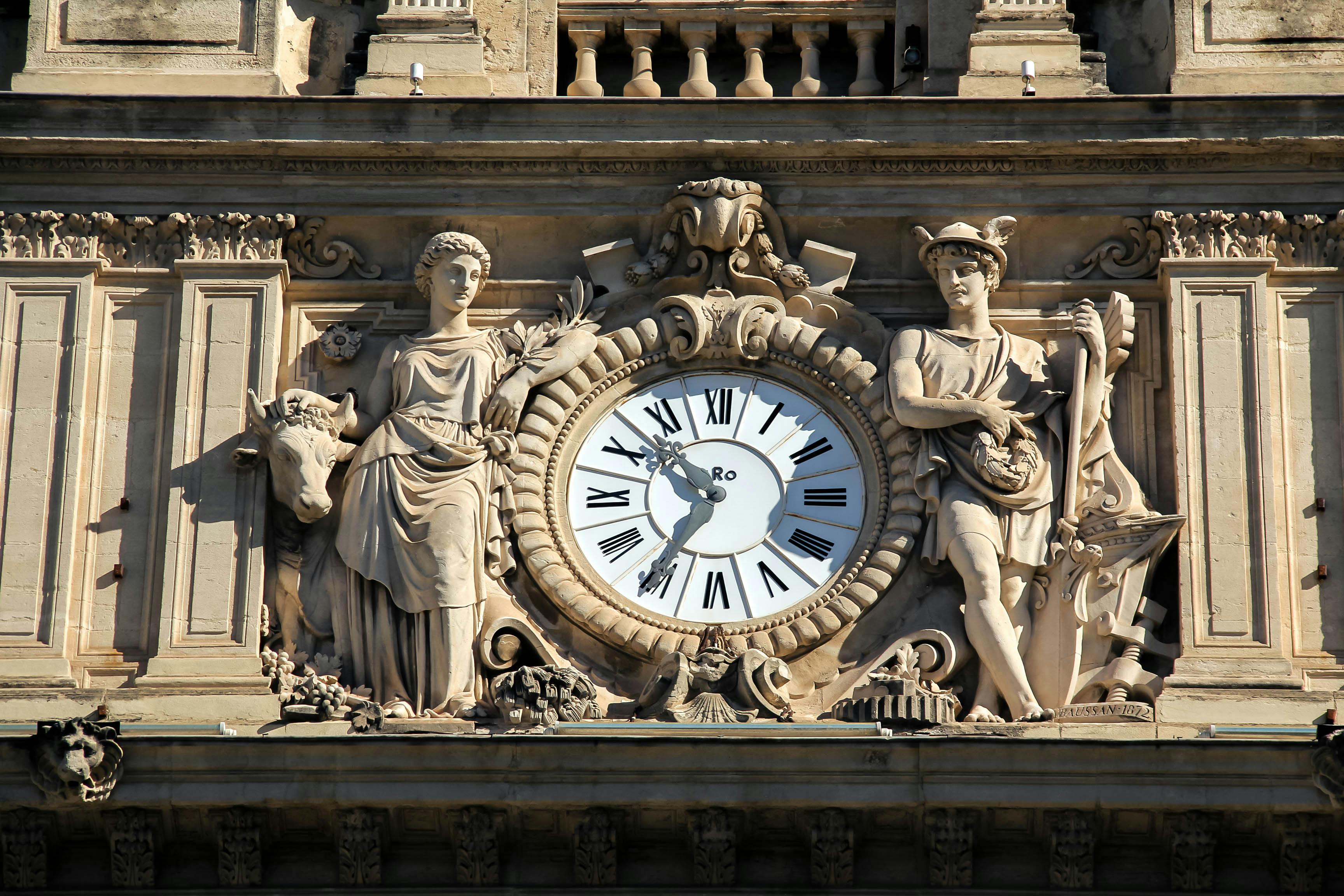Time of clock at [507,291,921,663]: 10:35
